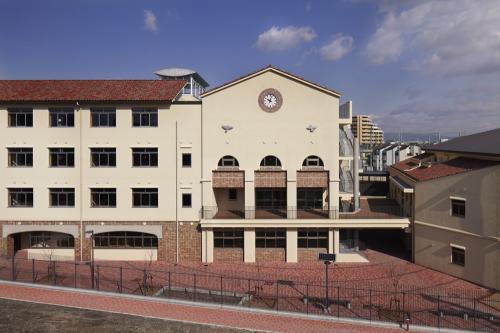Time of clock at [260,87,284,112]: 10:02
